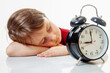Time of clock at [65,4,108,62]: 8:59
